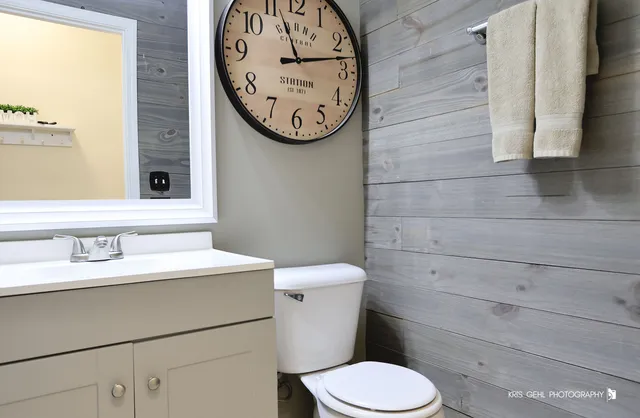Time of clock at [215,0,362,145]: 11:13
